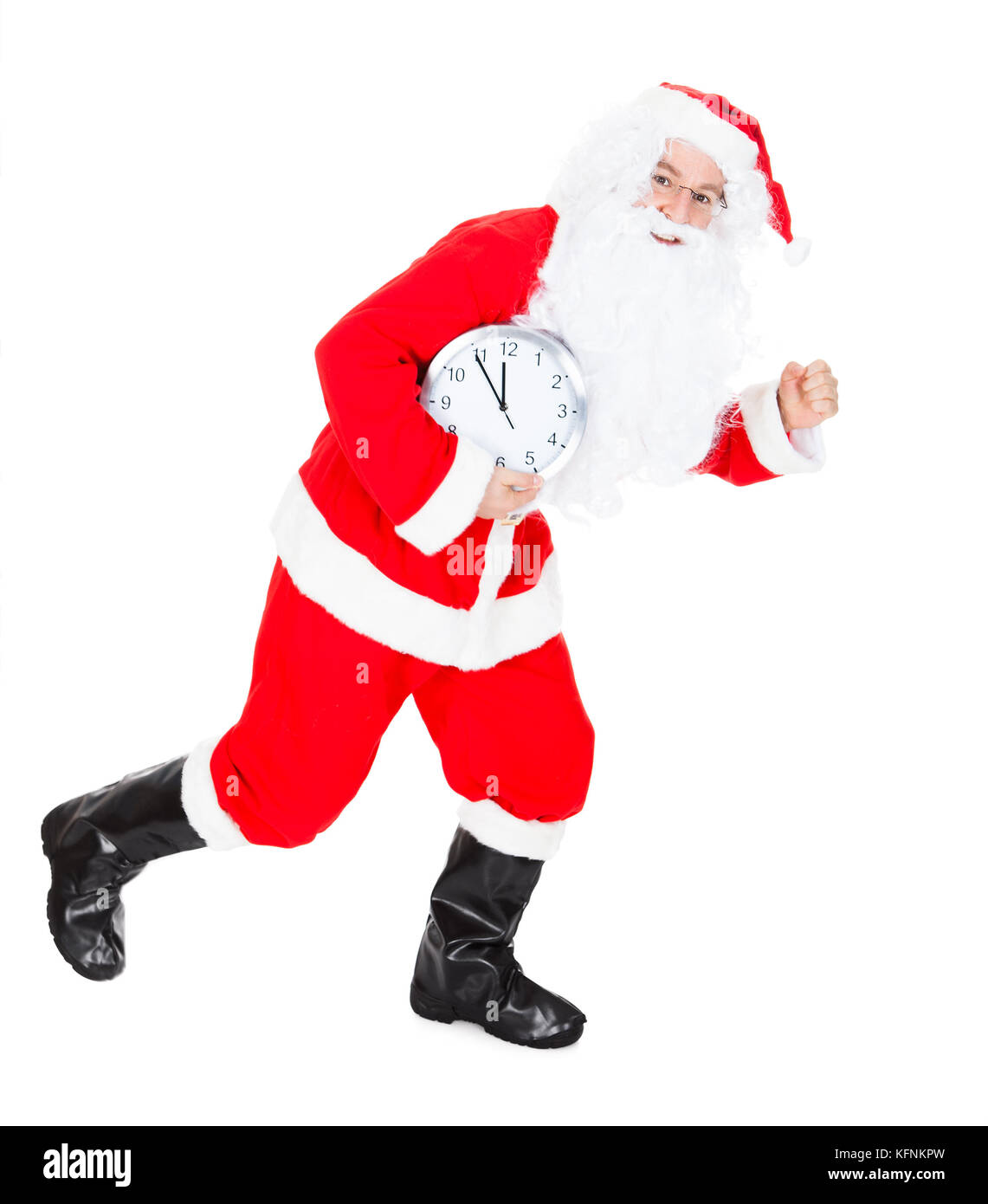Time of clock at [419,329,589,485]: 11:54
